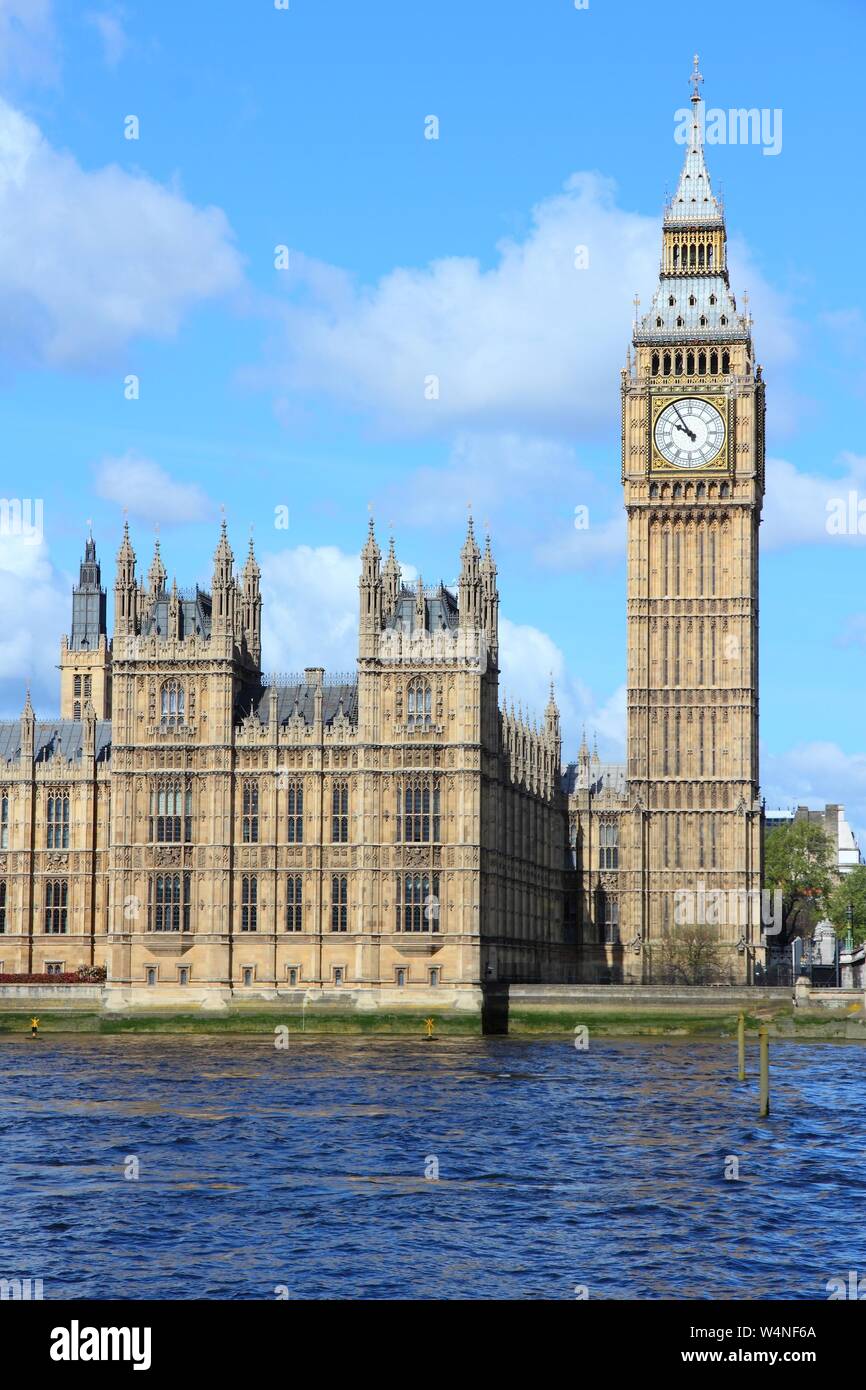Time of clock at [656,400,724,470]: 9:54
